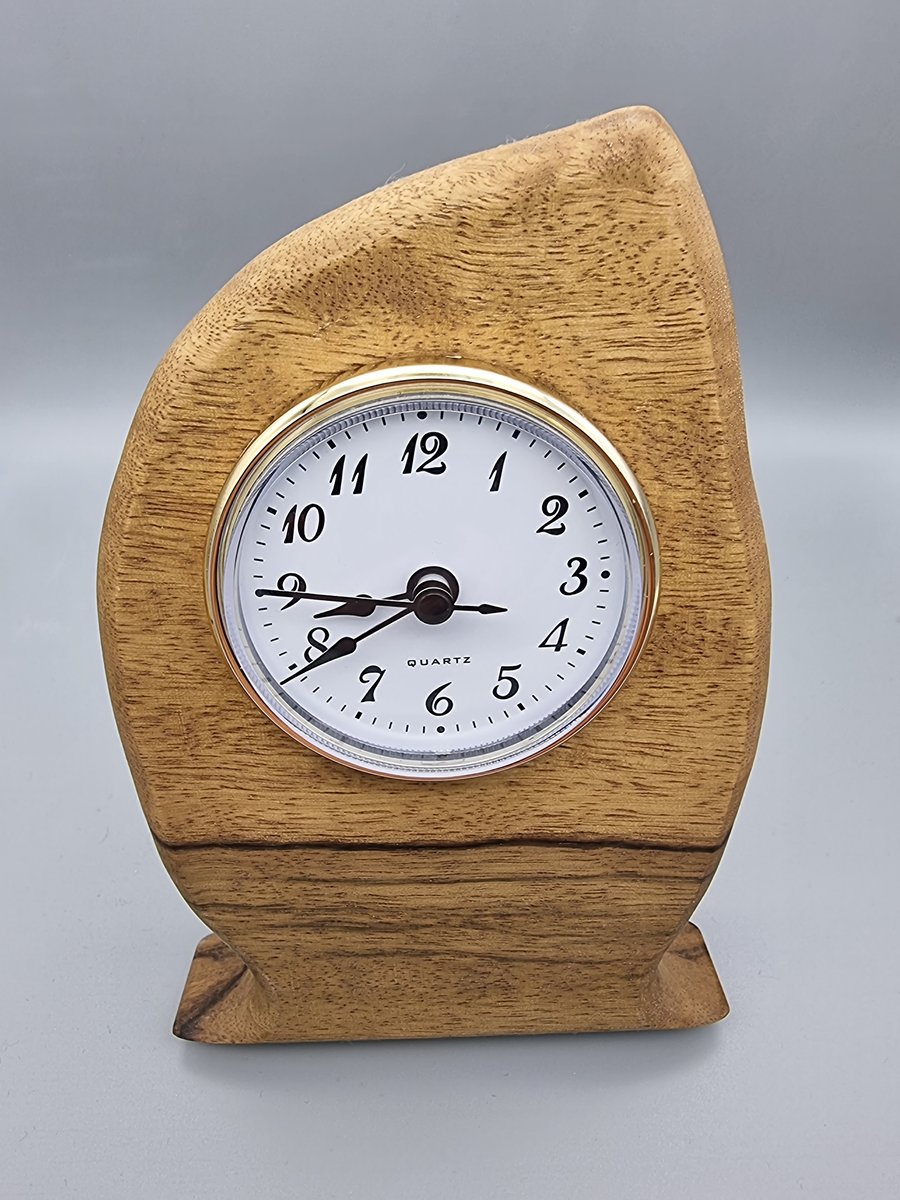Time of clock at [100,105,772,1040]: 8:39
